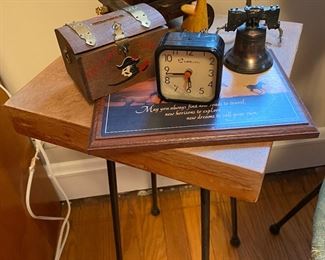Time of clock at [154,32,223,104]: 5:43
